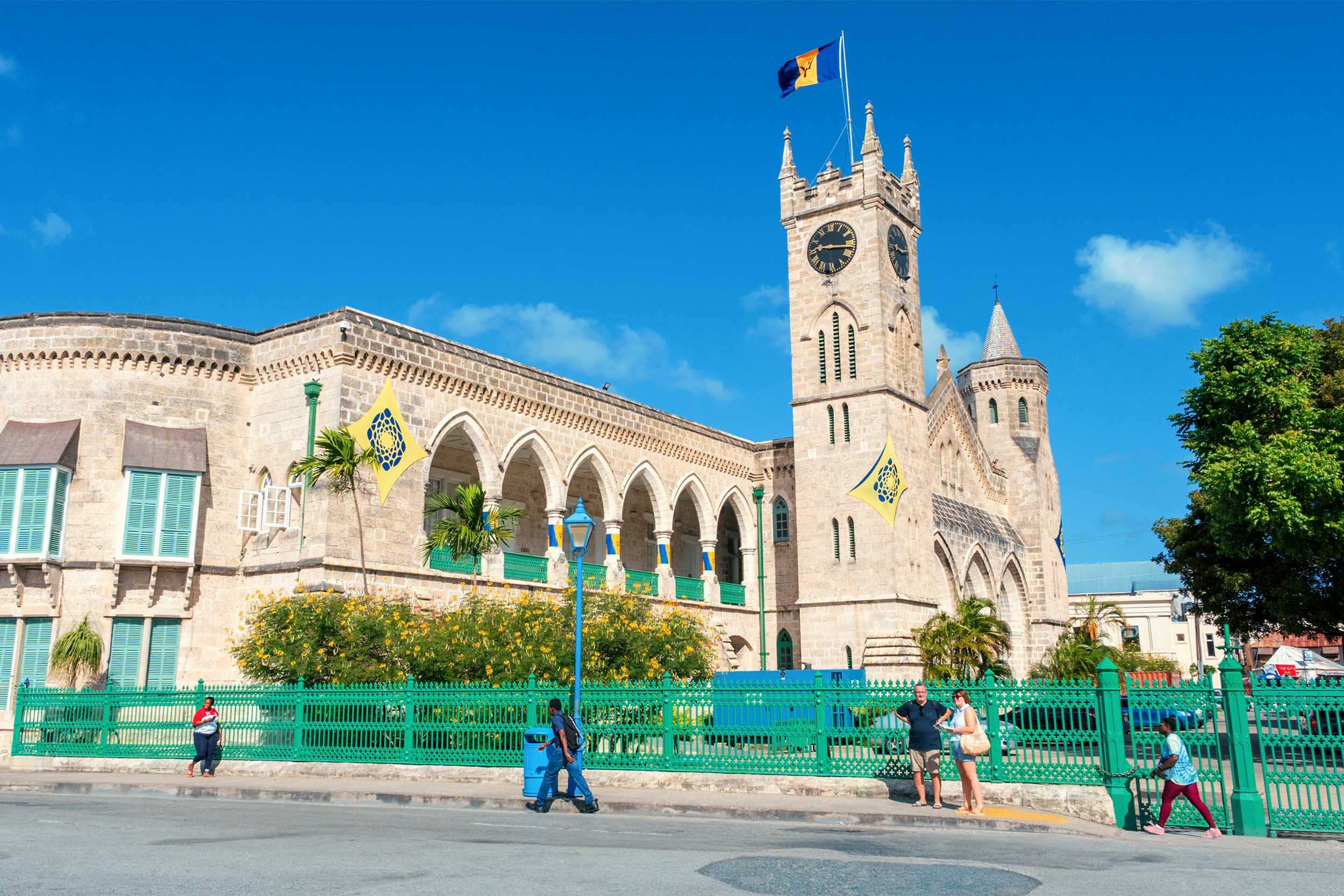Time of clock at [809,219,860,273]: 9:16
